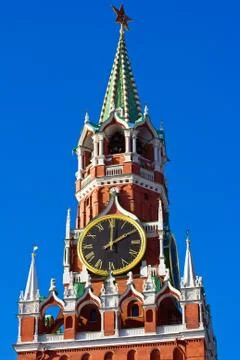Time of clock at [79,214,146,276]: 2:00
